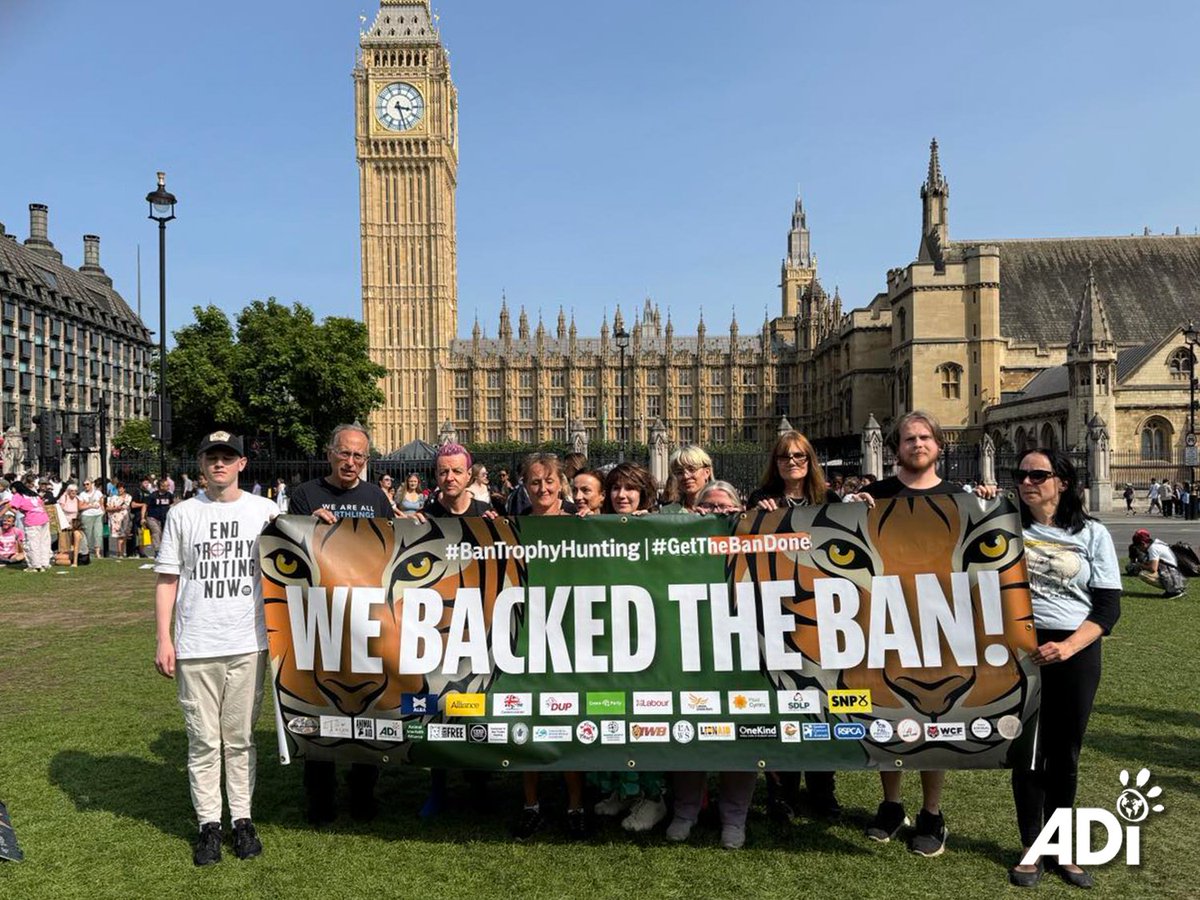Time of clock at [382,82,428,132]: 3:27
